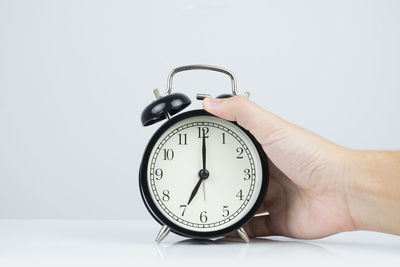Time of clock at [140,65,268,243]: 7:00
